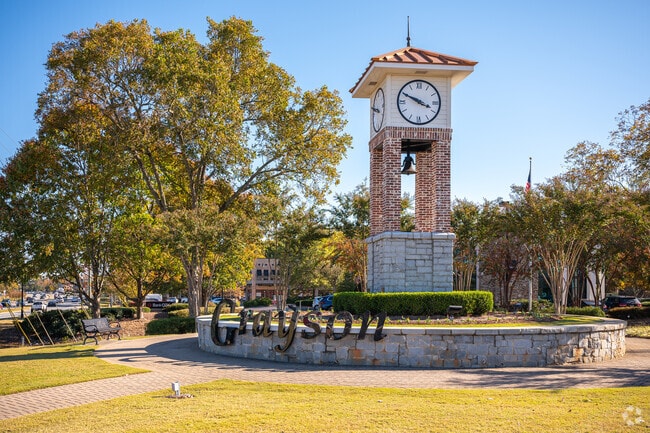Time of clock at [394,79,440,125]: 3:49
